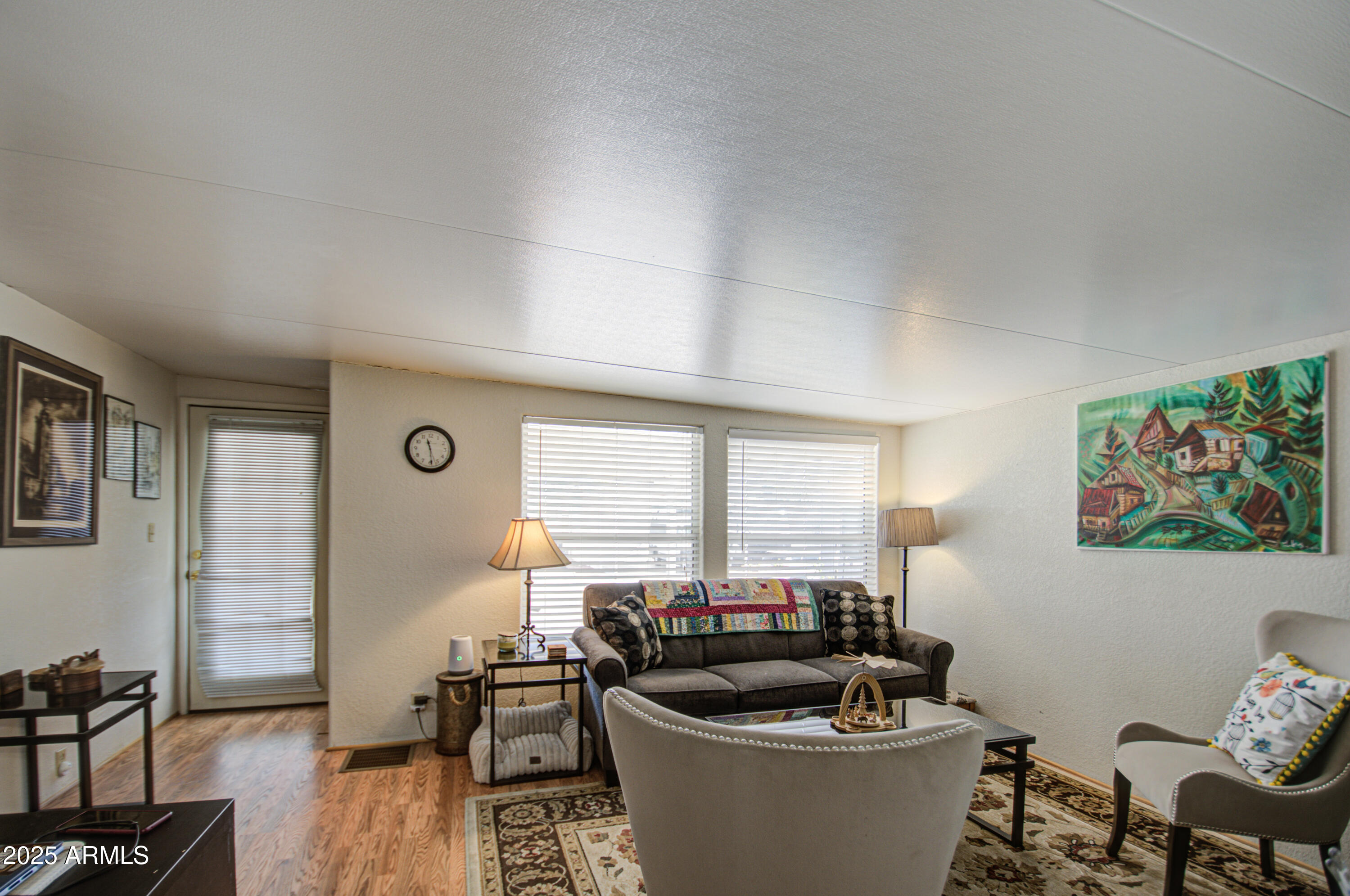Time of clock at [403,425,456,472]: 11:28
